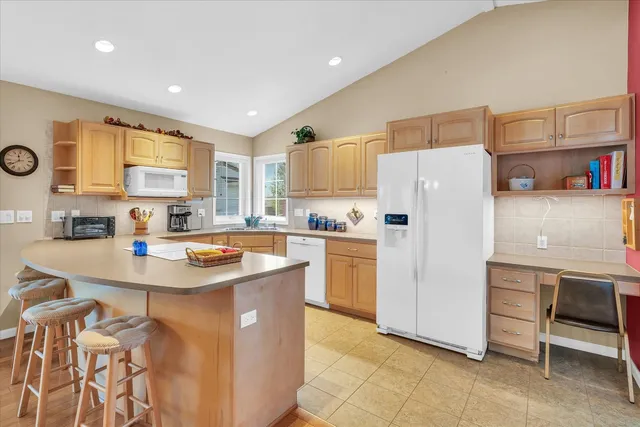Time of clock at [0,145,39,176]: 11:38
